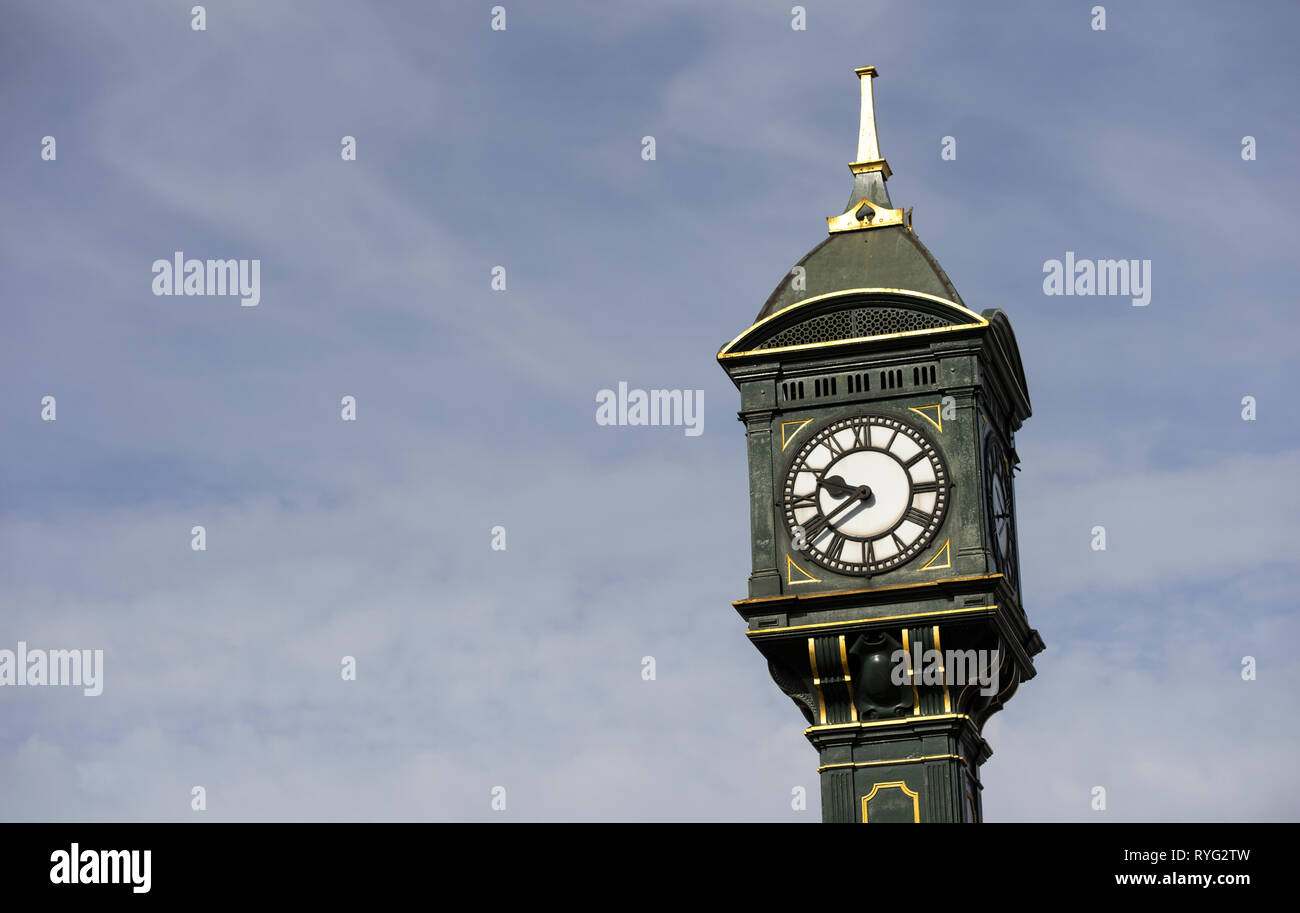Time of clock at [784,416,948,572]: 9:39
